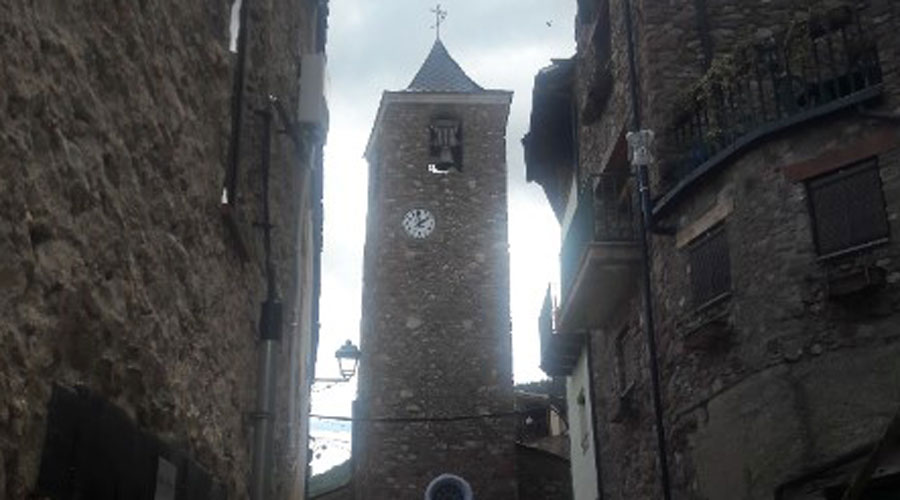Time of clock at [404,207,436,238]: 1:59
